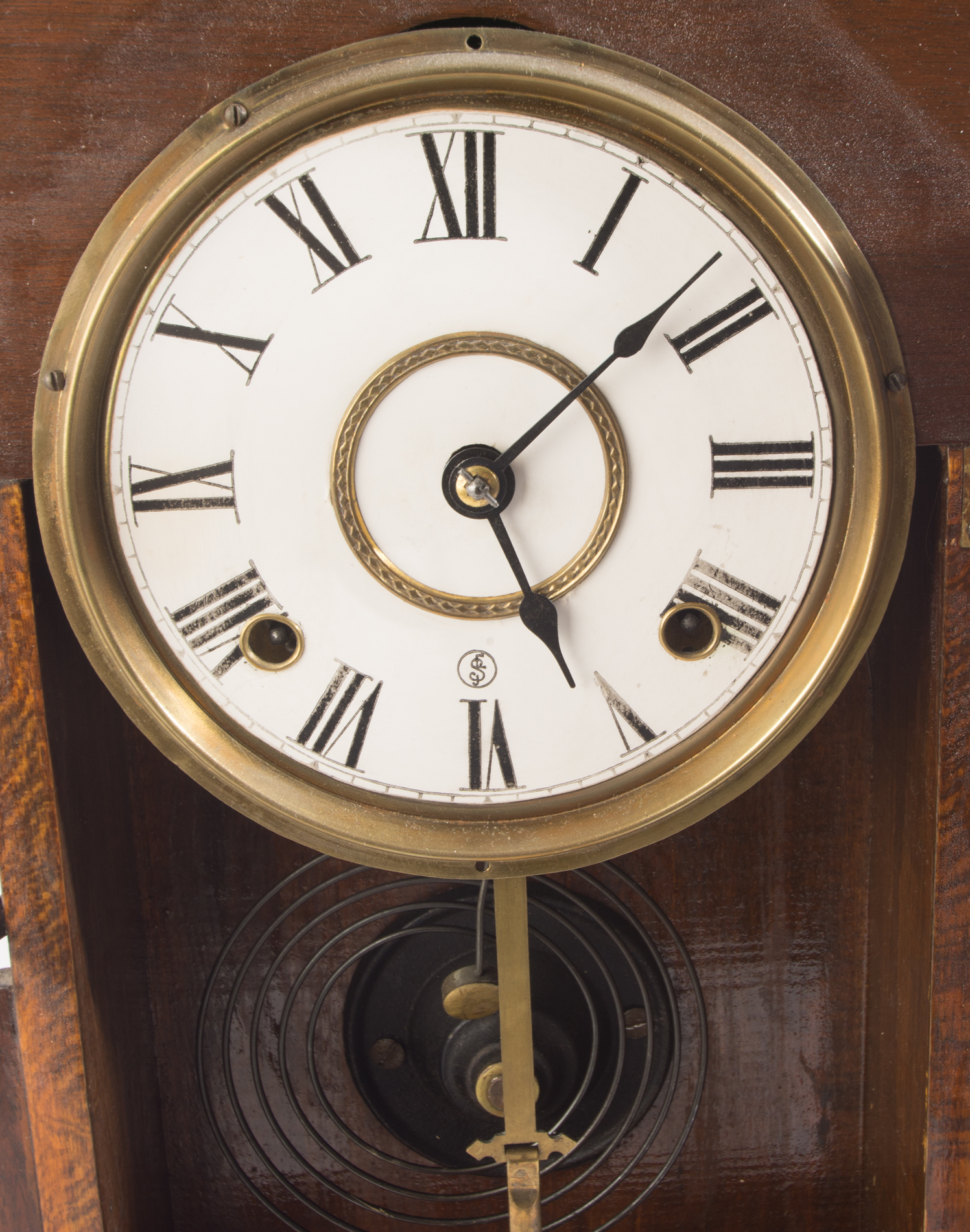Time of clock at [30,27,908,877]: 5:08
